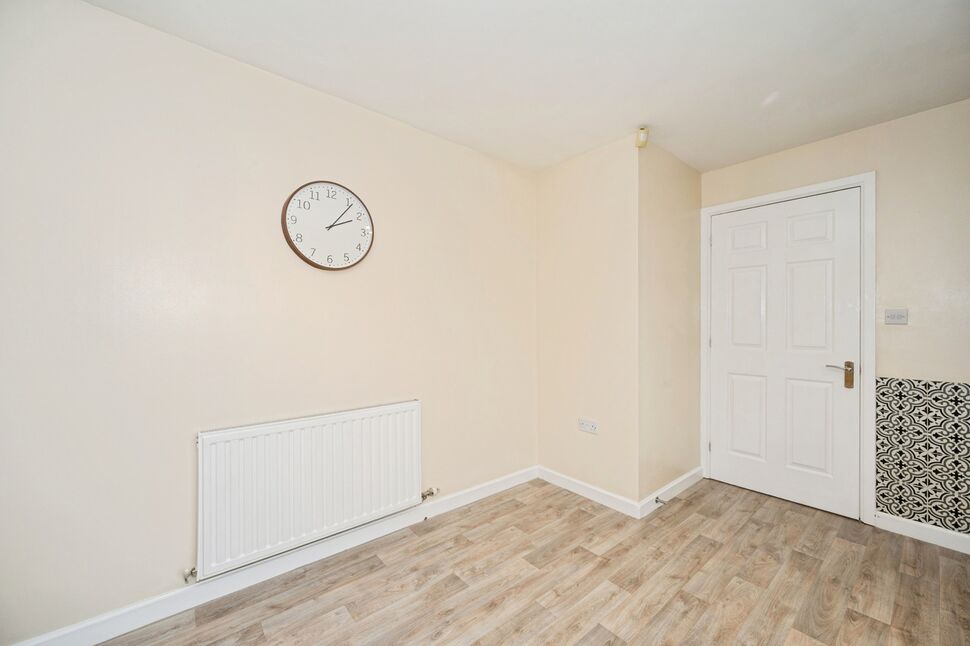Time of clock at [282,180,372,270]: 2:06
